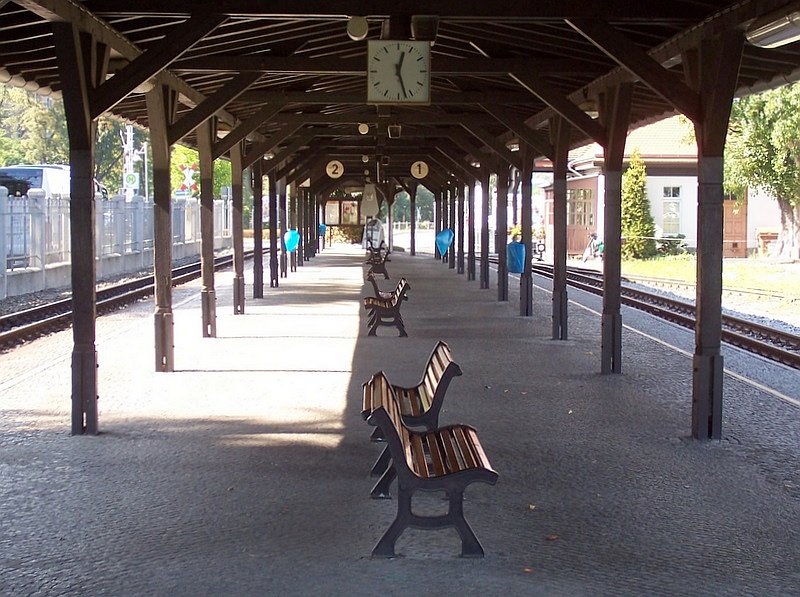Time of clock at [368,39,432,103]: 12:27
